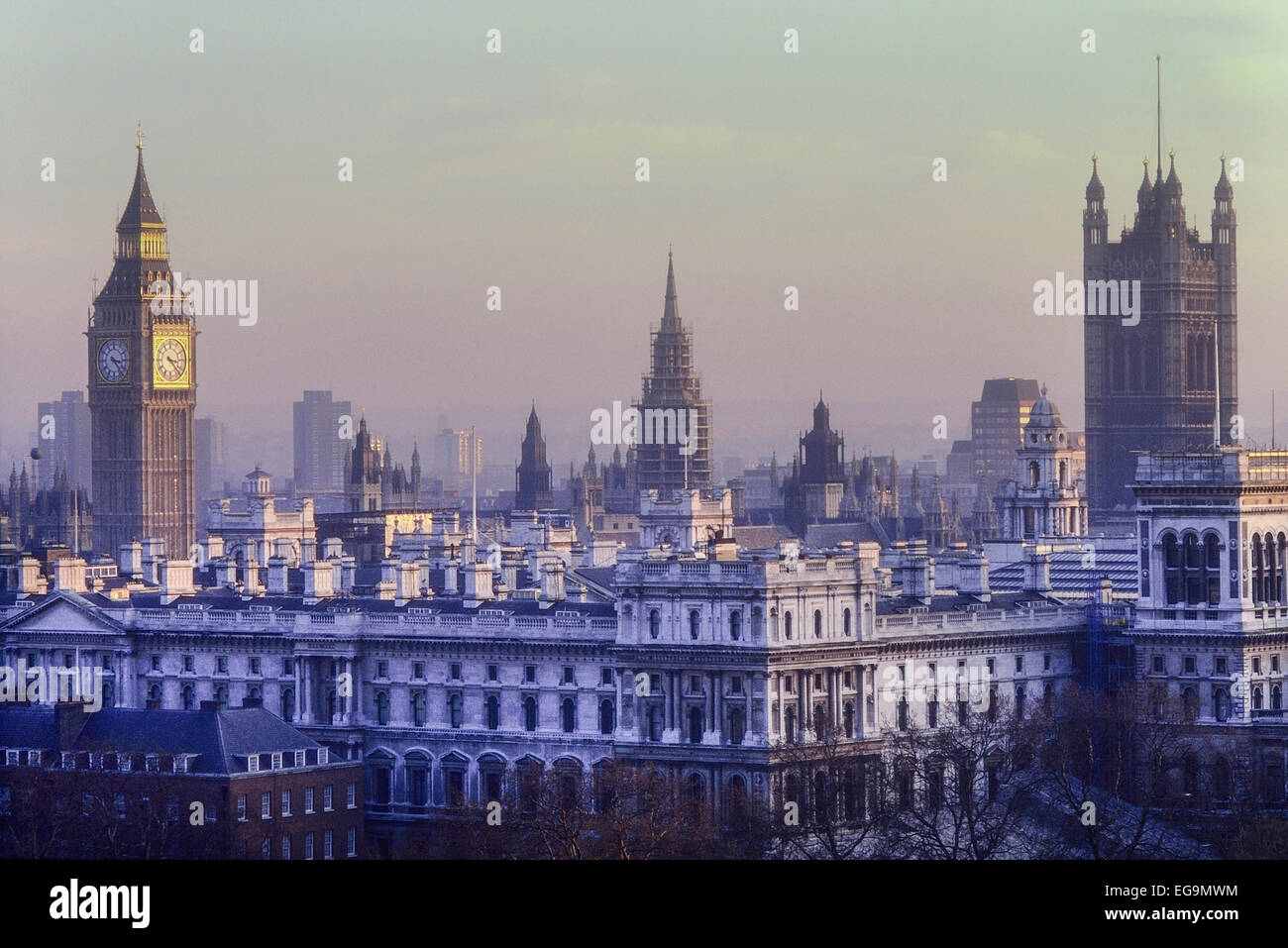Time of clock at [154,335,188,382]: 3:22
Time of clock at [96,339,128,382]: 3:23
